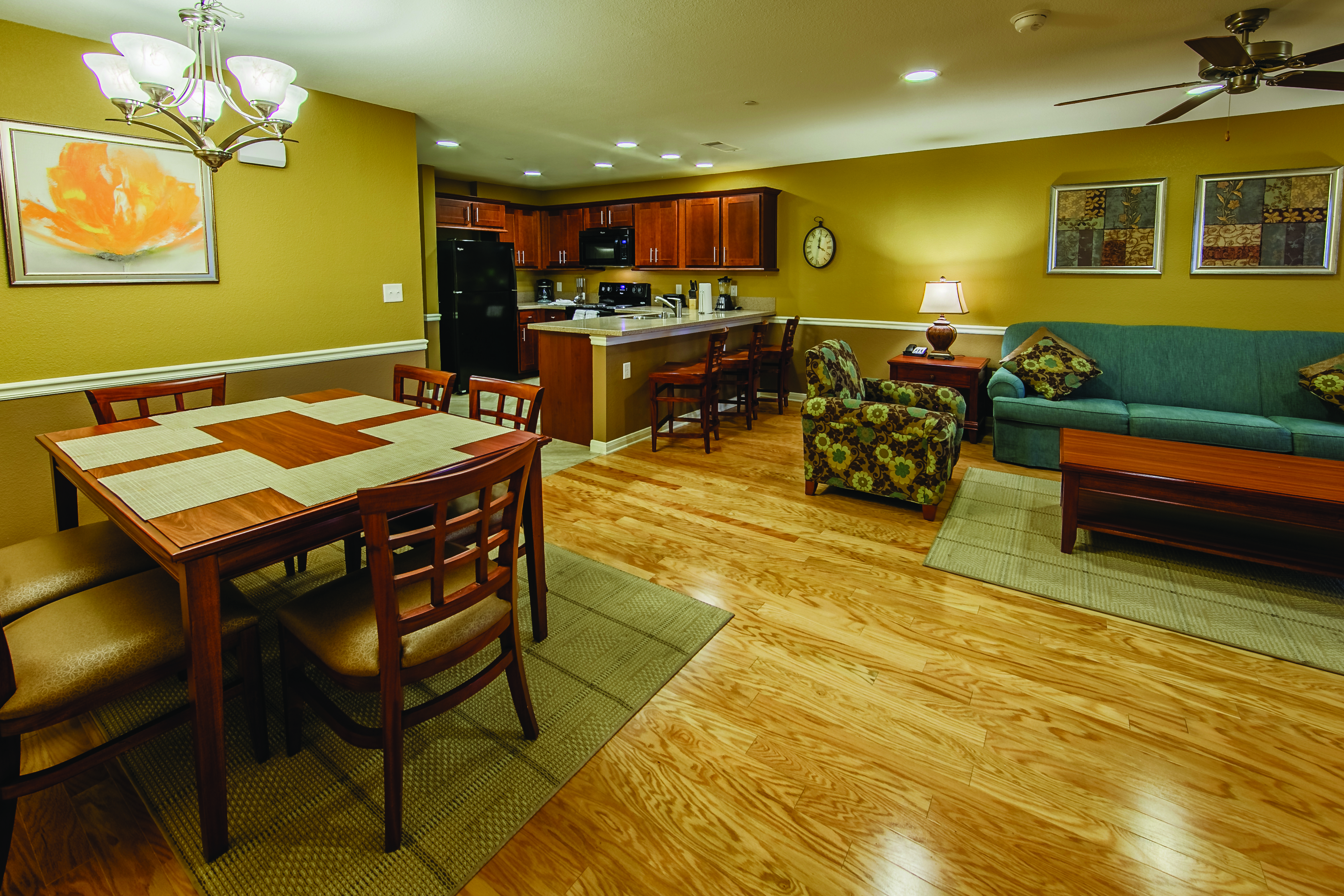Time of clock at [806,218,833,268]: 4:00
